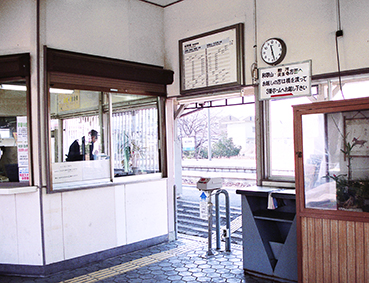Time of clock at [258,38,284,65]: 11:27
